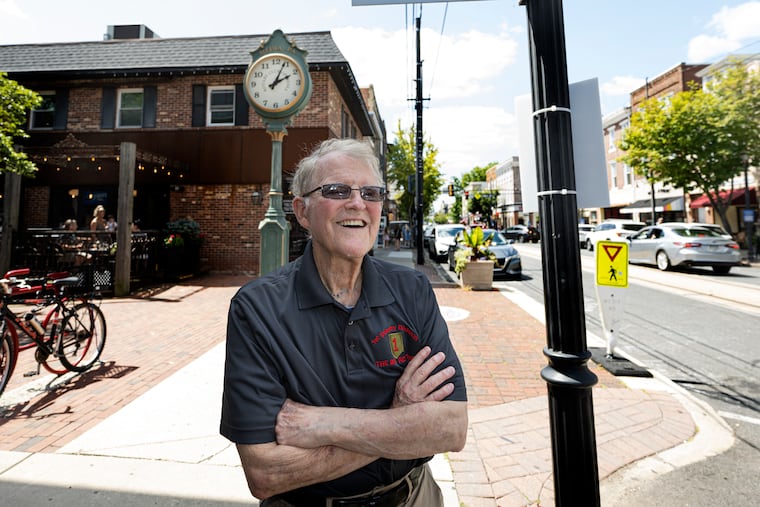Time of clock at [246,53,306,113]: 2:04
